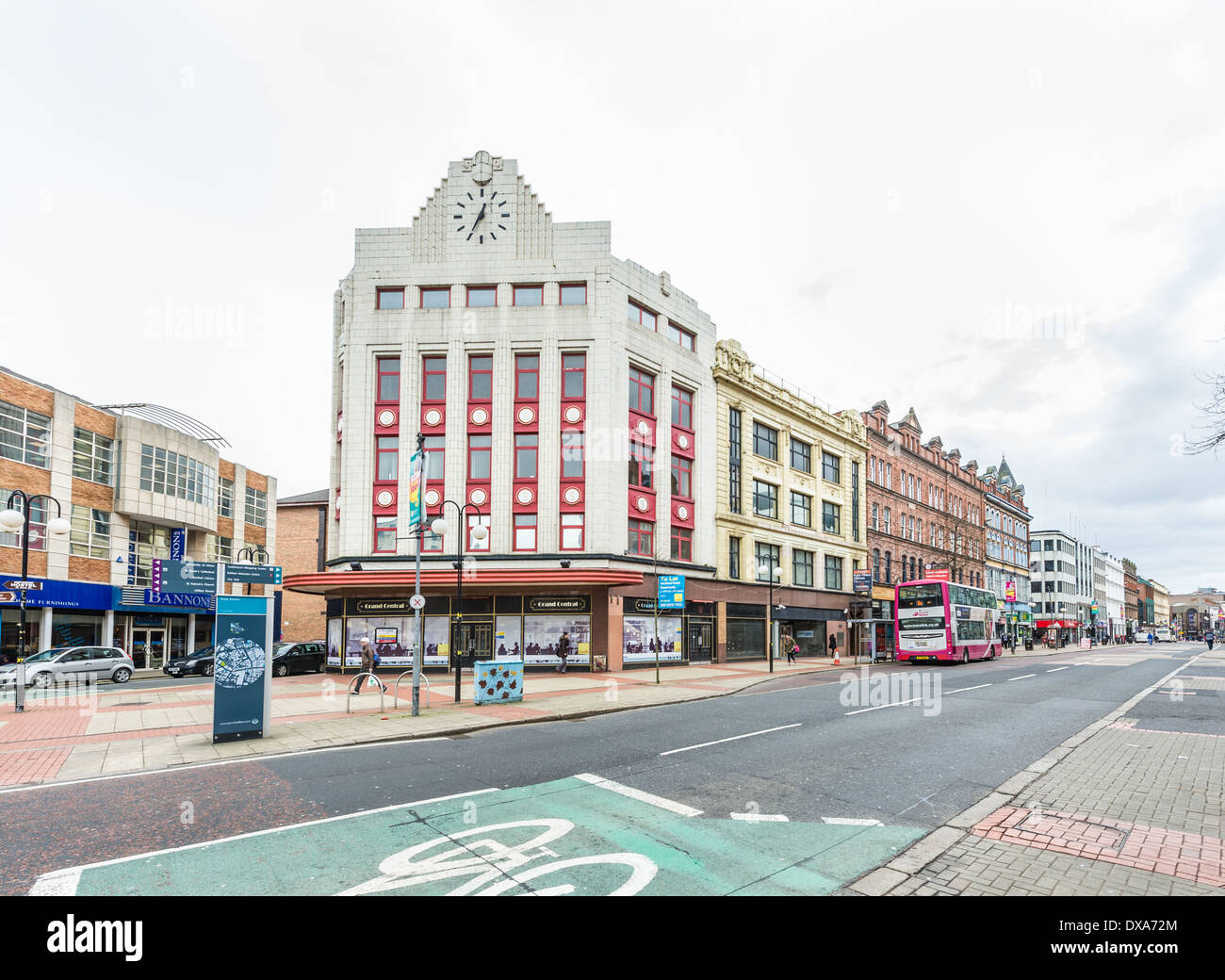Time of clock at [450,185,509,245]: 12:34
